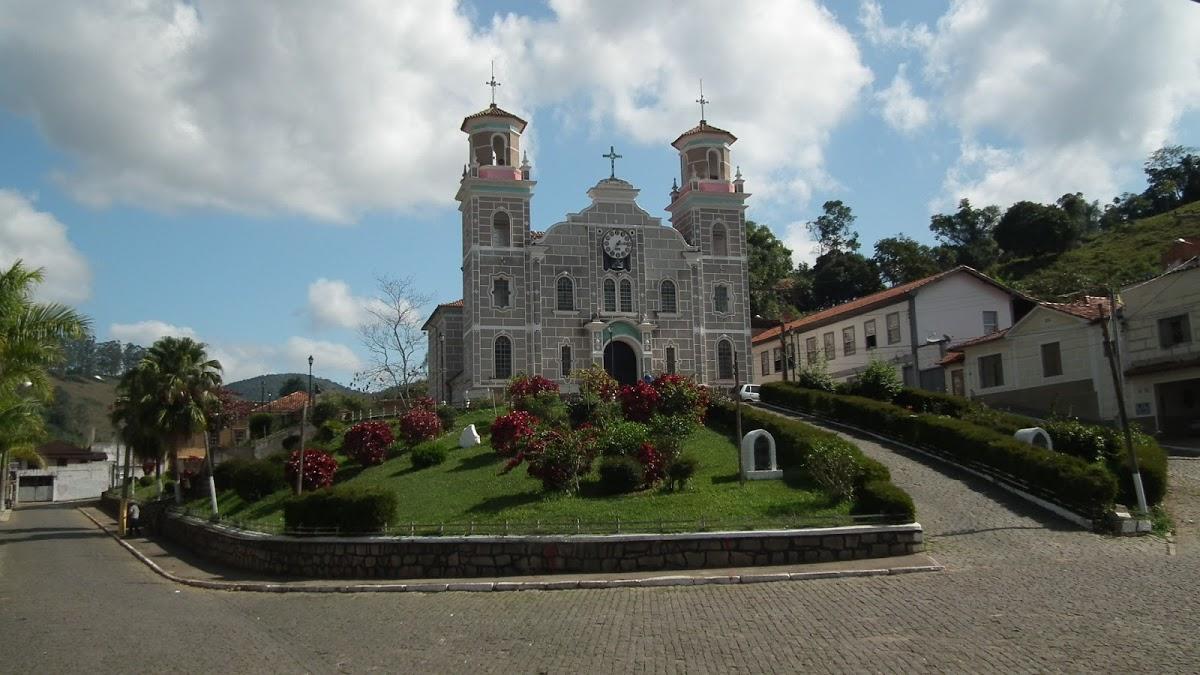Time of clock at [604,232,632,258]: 7:15
